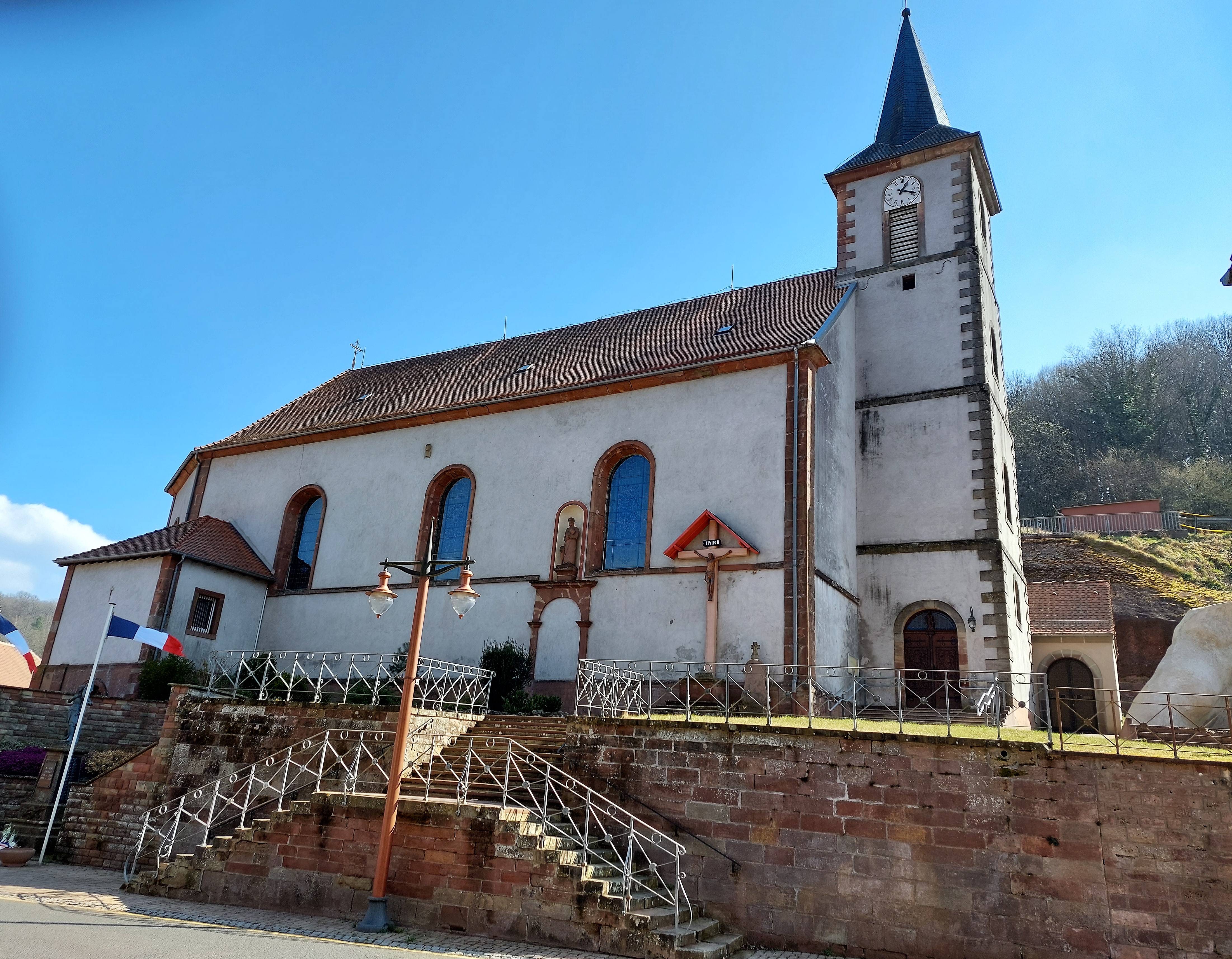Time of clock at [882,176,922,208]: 1:18
